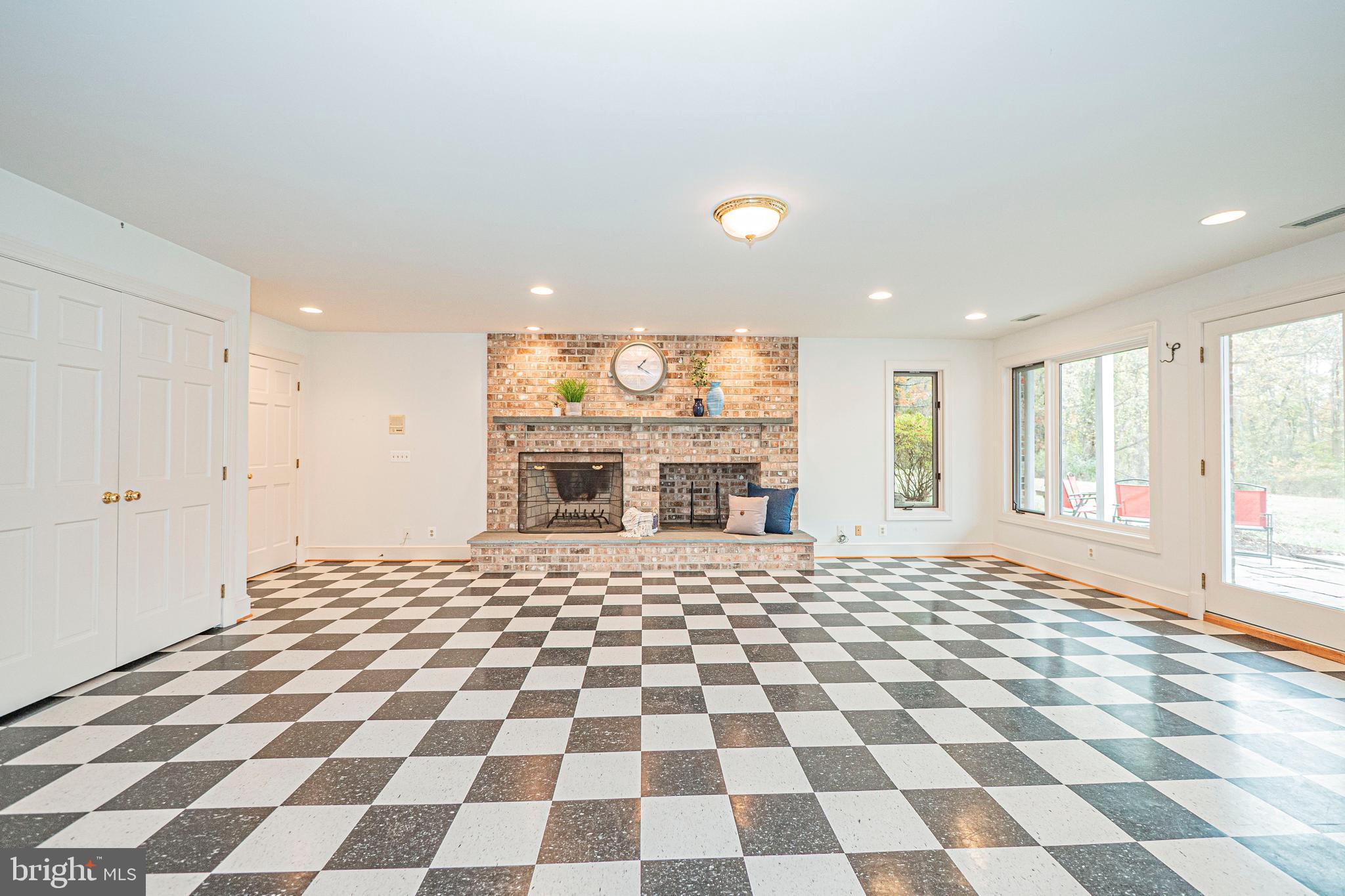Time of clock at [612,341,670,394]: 1:20
